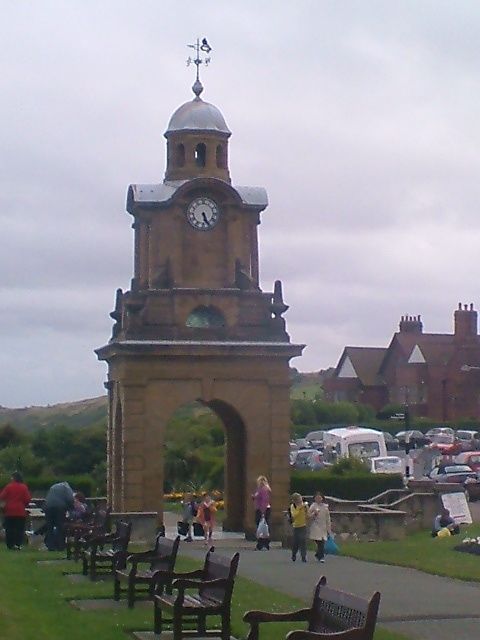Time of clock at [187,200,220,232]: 5:26
